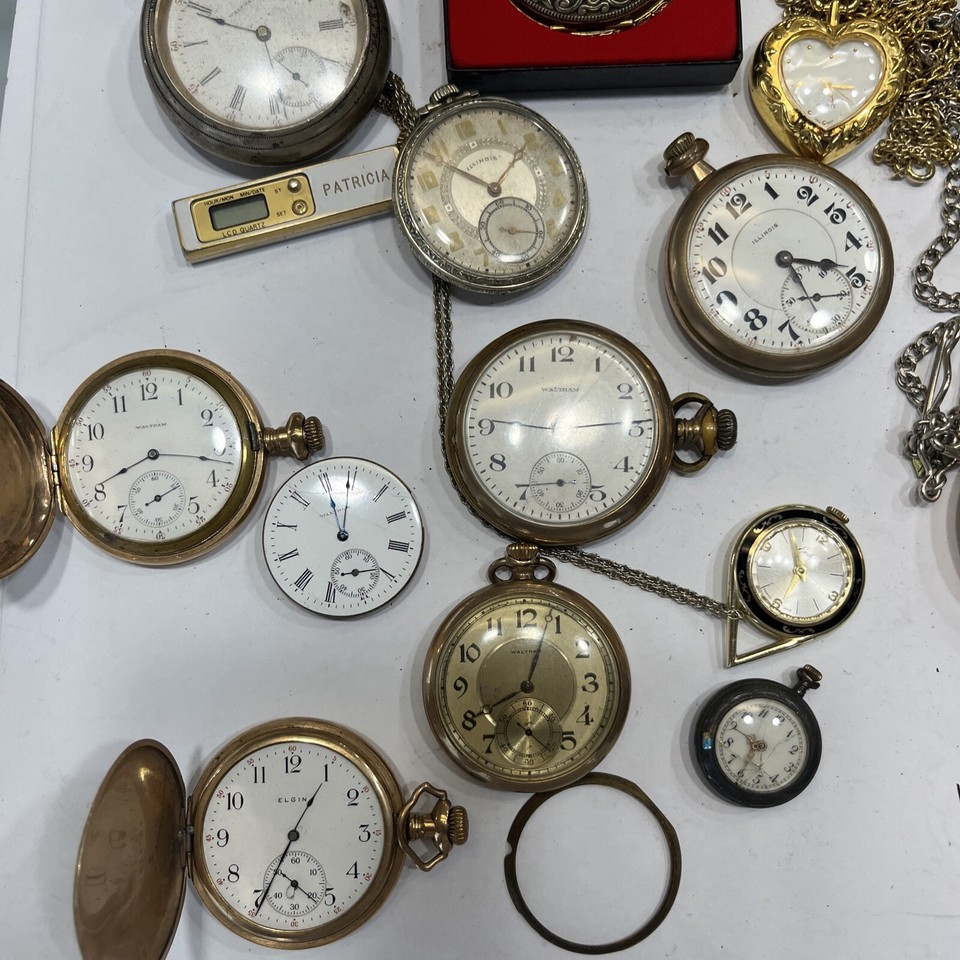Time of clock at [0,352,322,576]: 8:16
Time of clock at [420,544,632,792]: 8:03
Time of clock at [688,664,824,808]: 10:34
